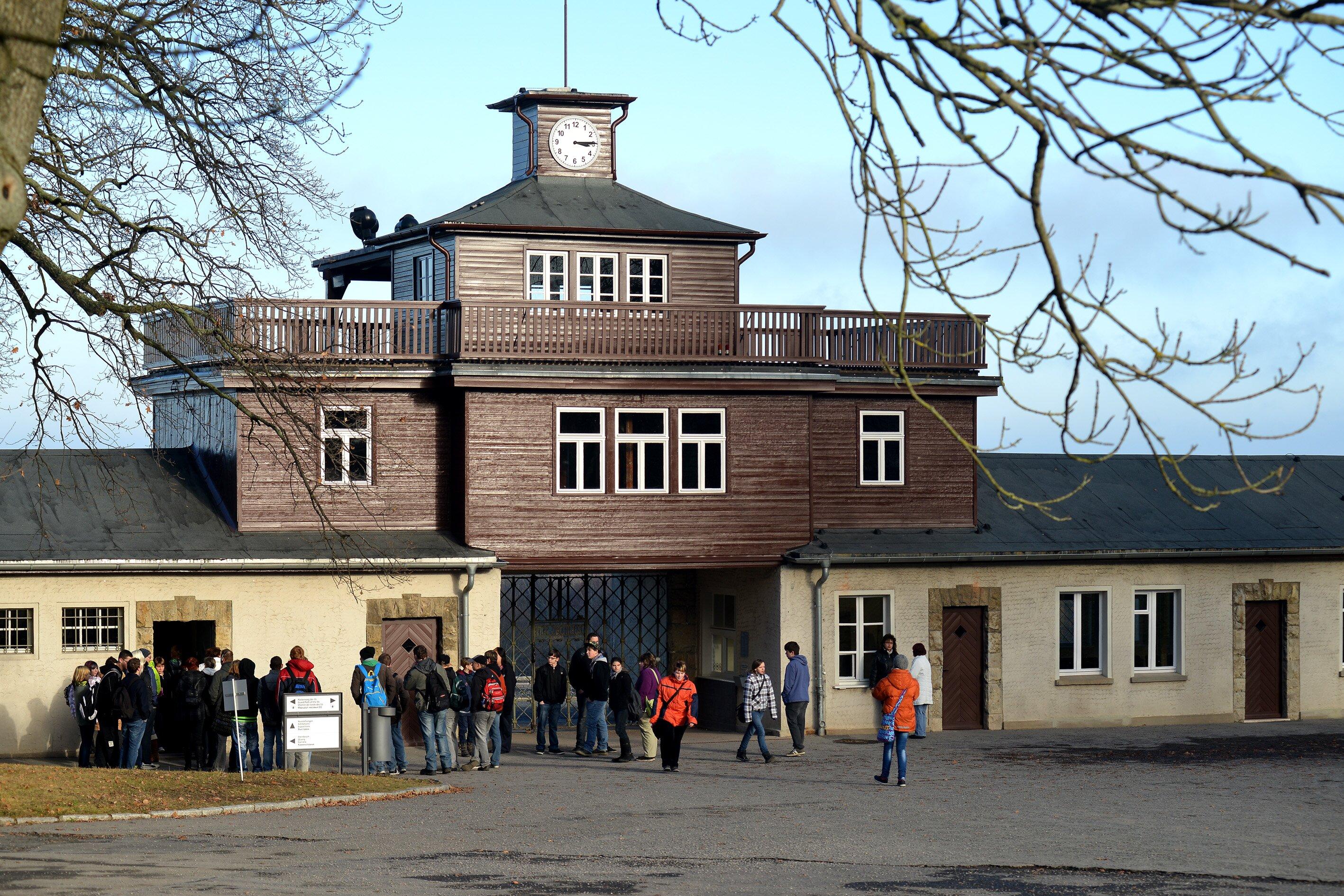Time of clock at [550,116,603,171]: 3:14
